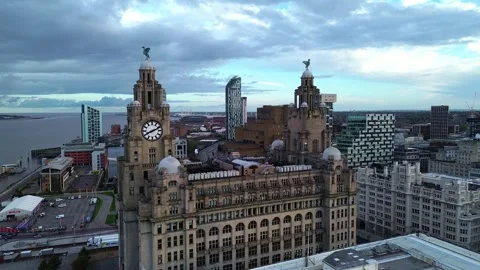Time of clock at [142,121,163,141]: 8:11
